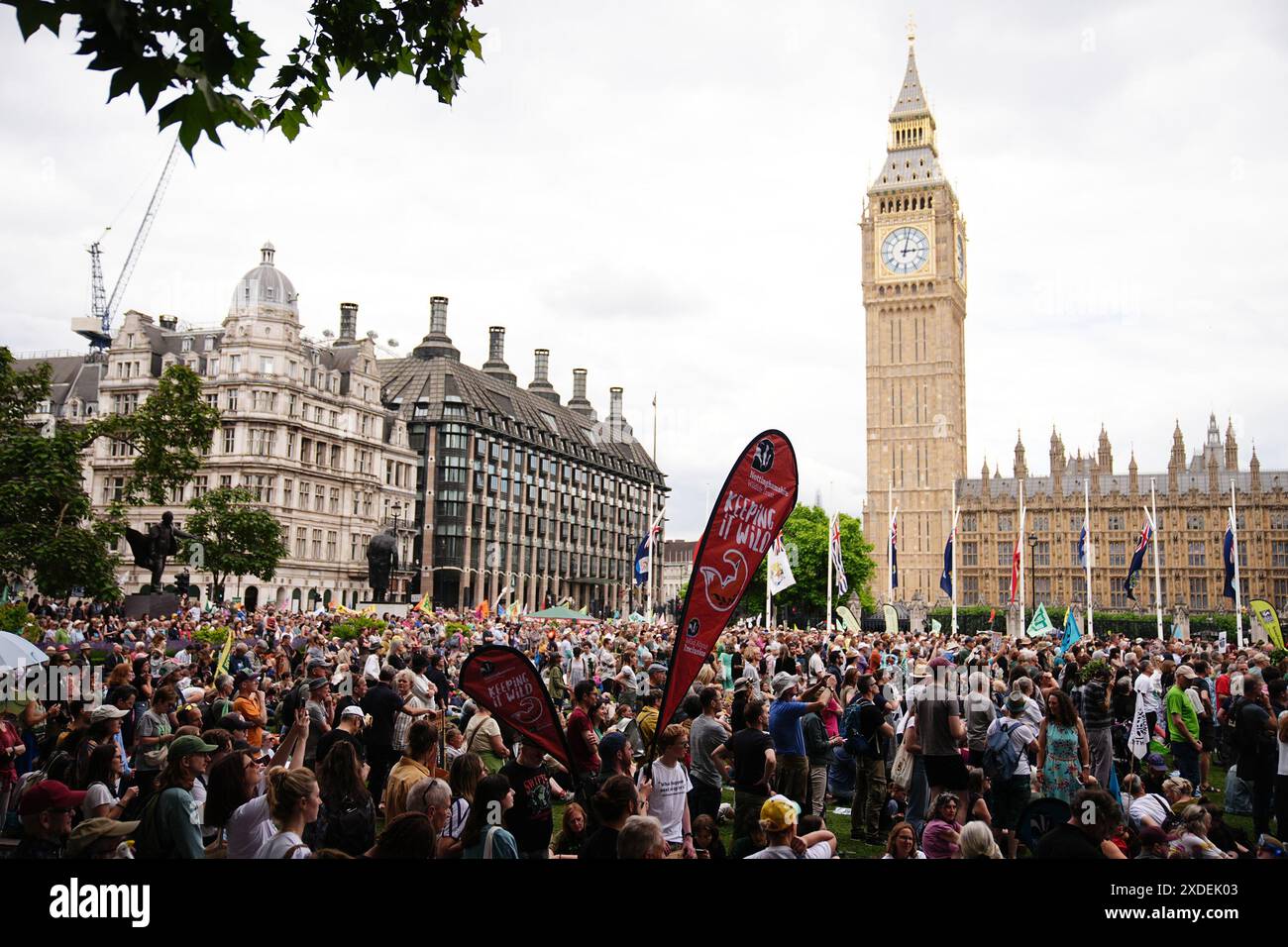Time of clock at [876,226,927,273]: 3:02
